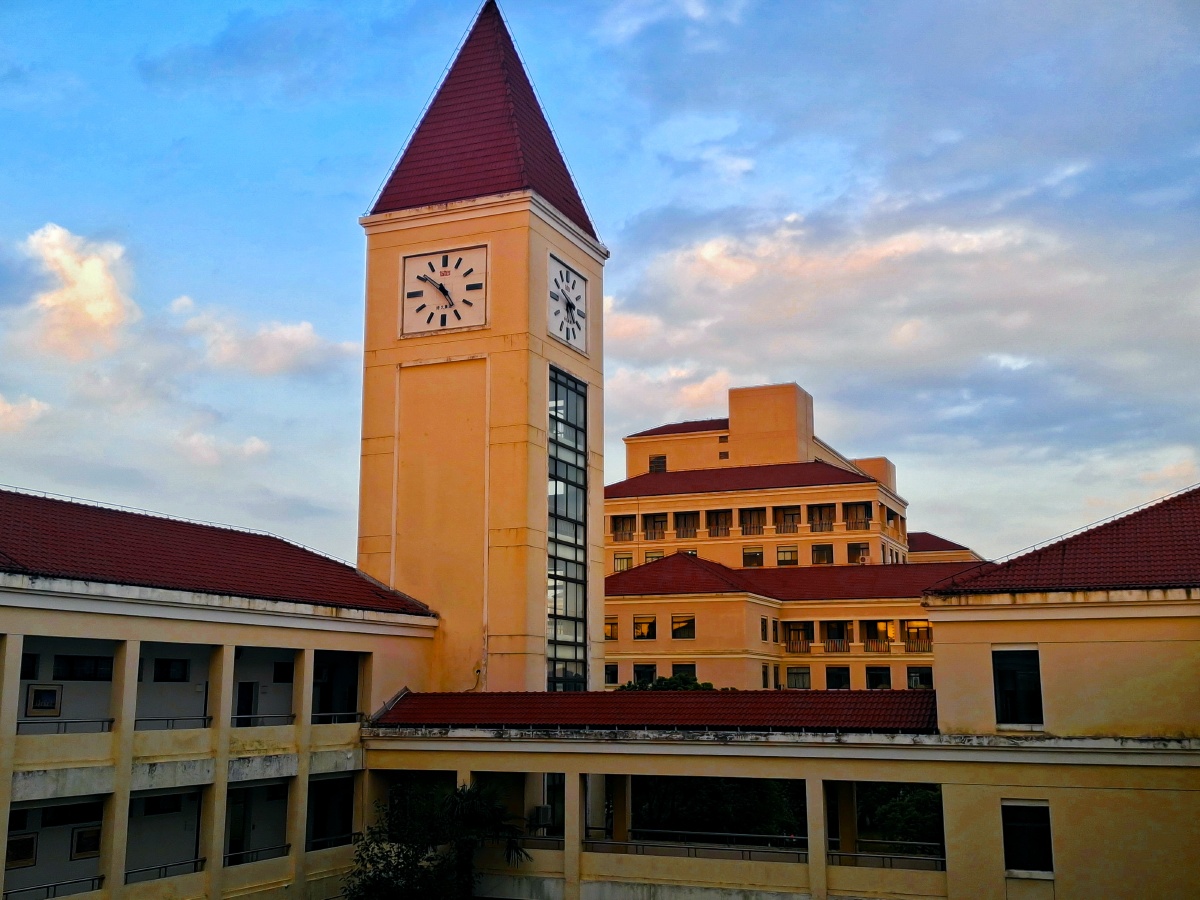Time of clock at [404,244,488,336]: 4:51
